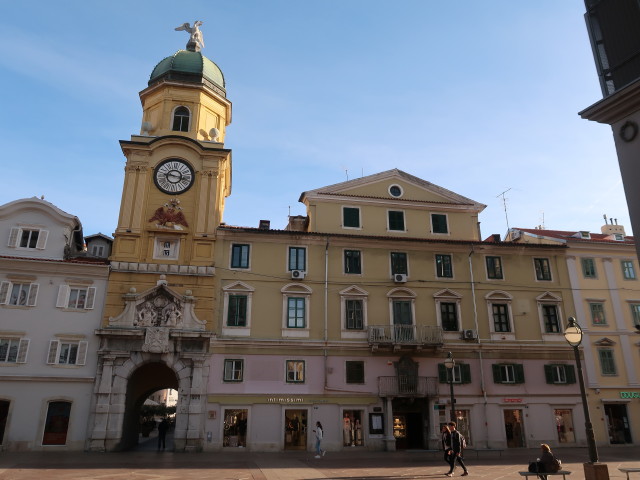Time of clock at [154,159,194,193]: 9:16
